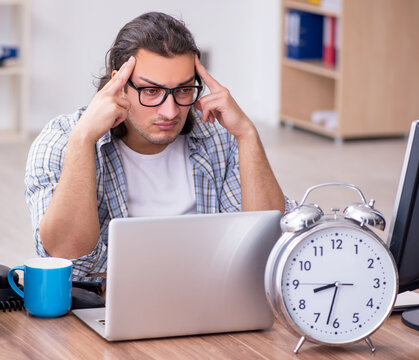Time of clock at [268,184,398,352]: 8:32
